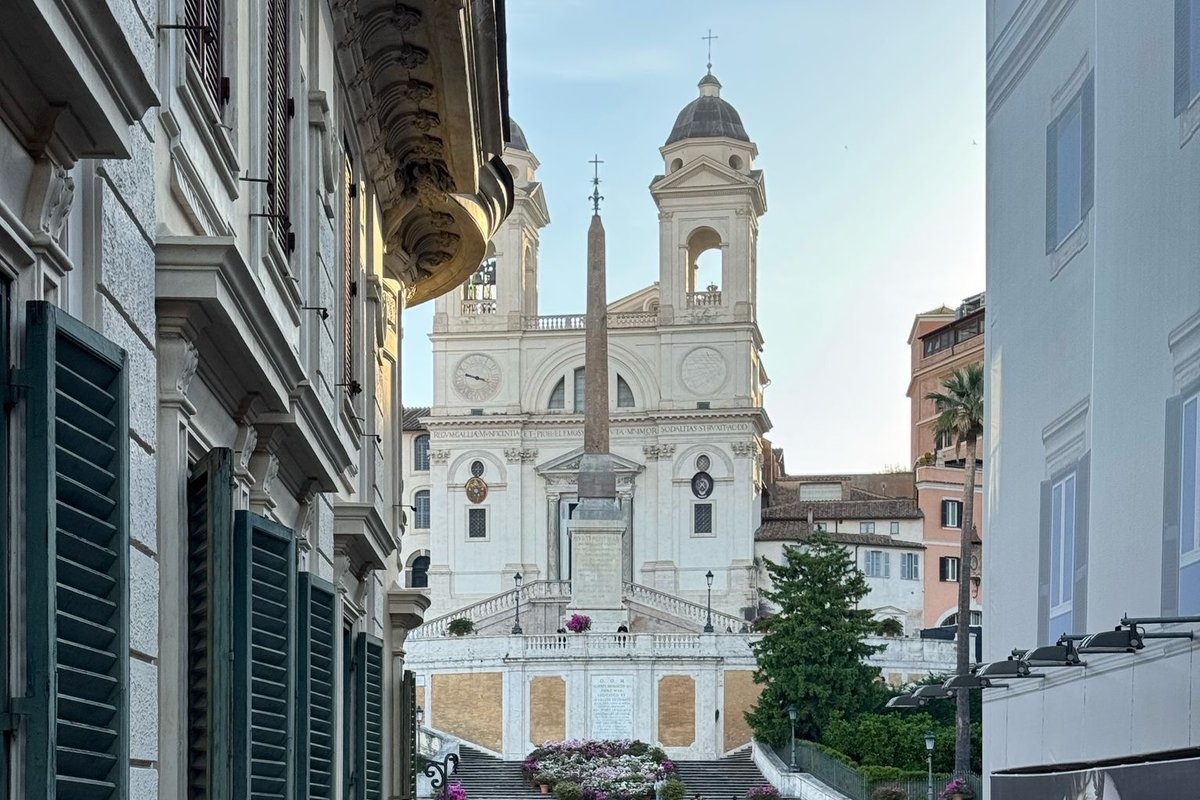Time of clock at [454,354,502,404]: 9:17
